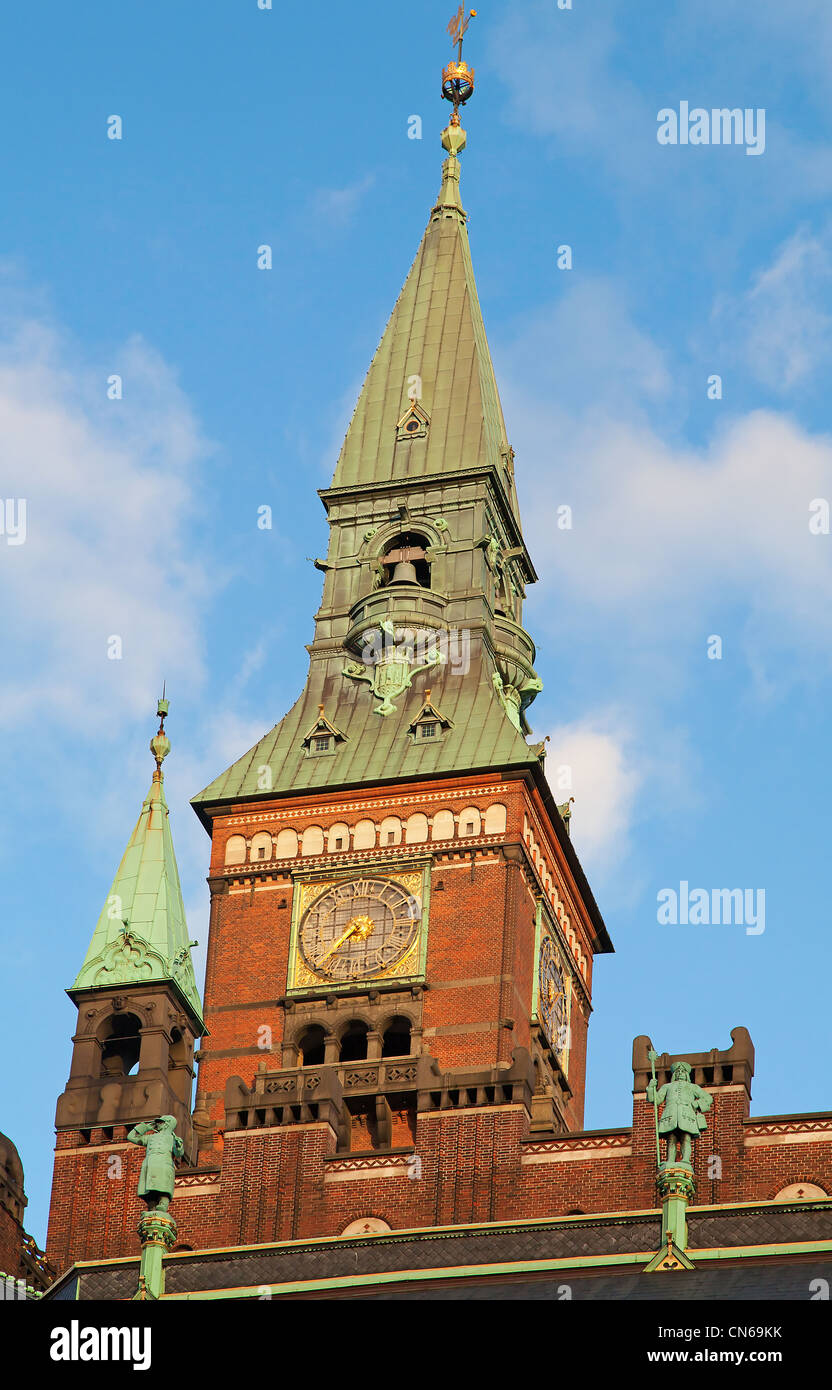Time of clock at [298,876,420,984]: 7:37
